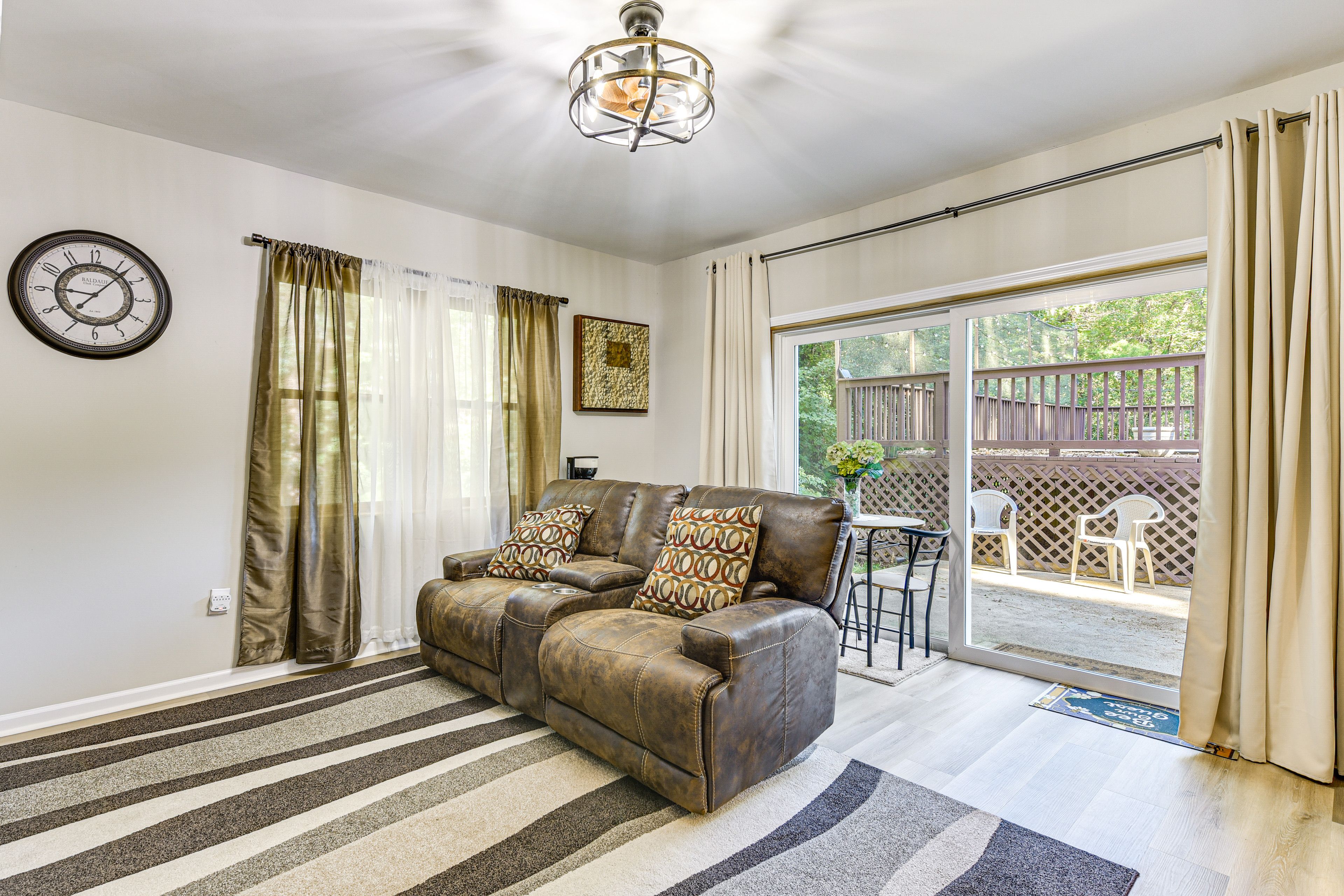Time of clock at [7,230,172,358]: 9:07
